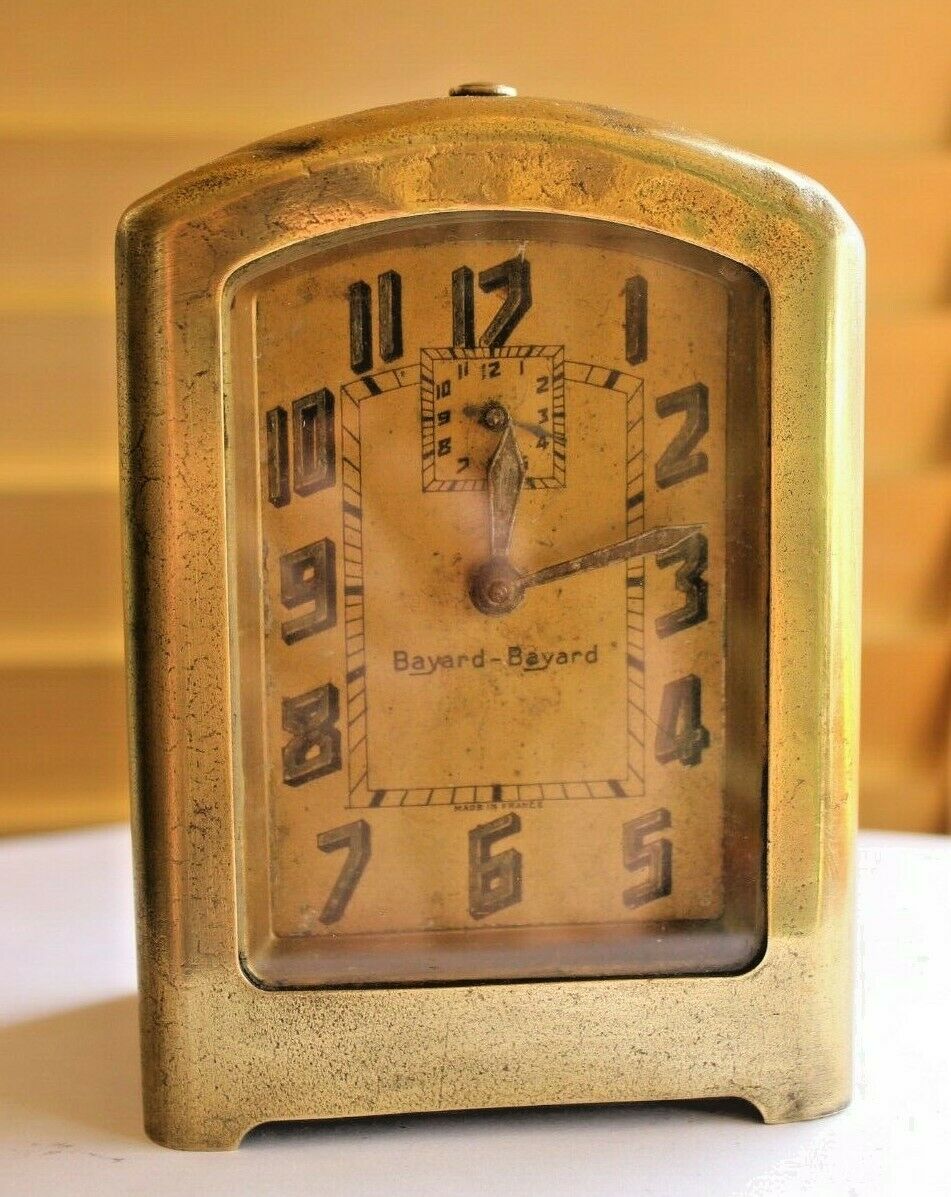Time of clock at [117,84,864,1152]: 12:12
